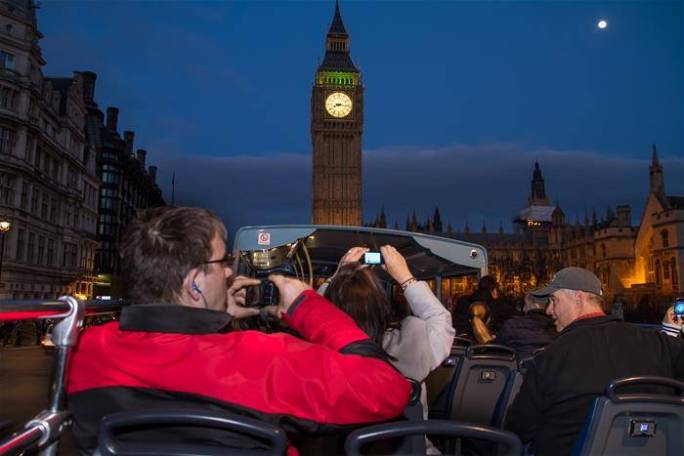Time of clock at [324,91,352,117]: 8:16
